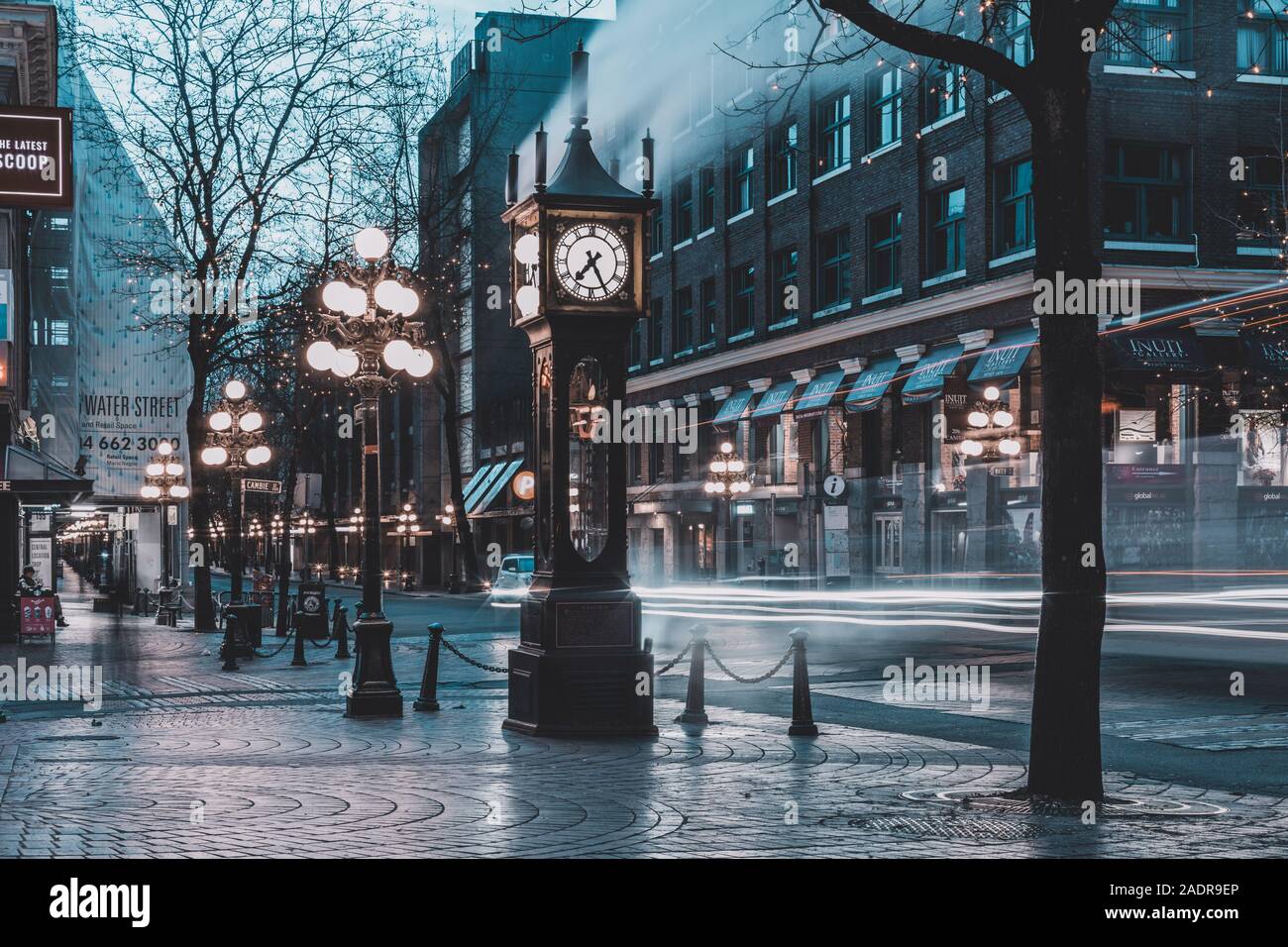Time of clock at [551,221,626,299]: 7:25
